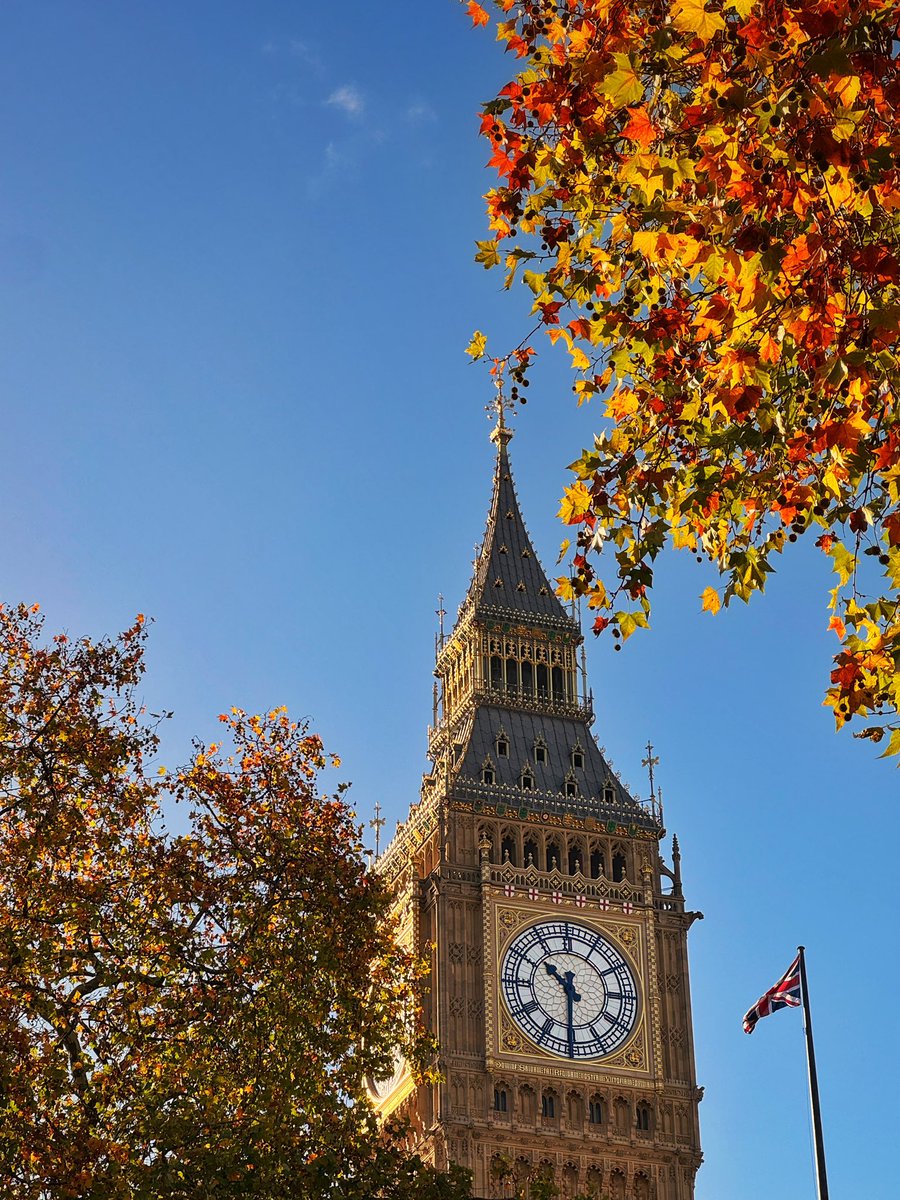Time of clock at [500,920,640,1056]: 10:30
